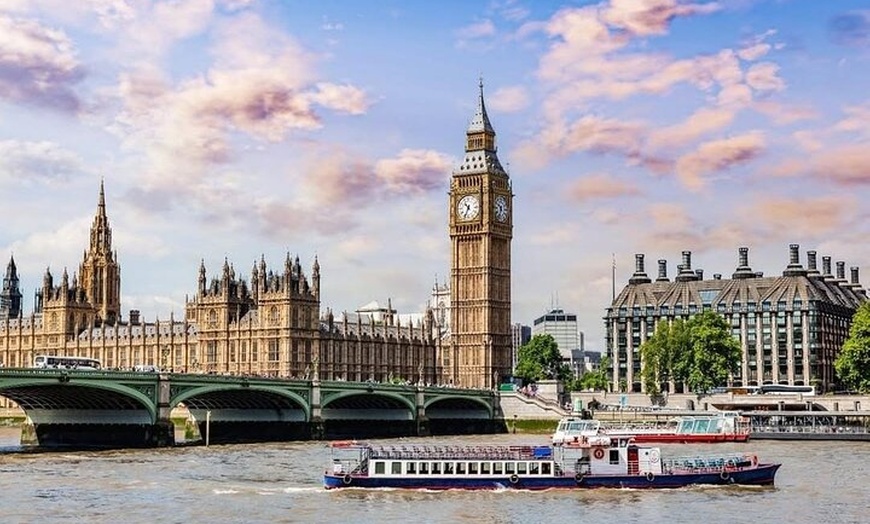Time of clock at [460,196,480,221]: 10:34
